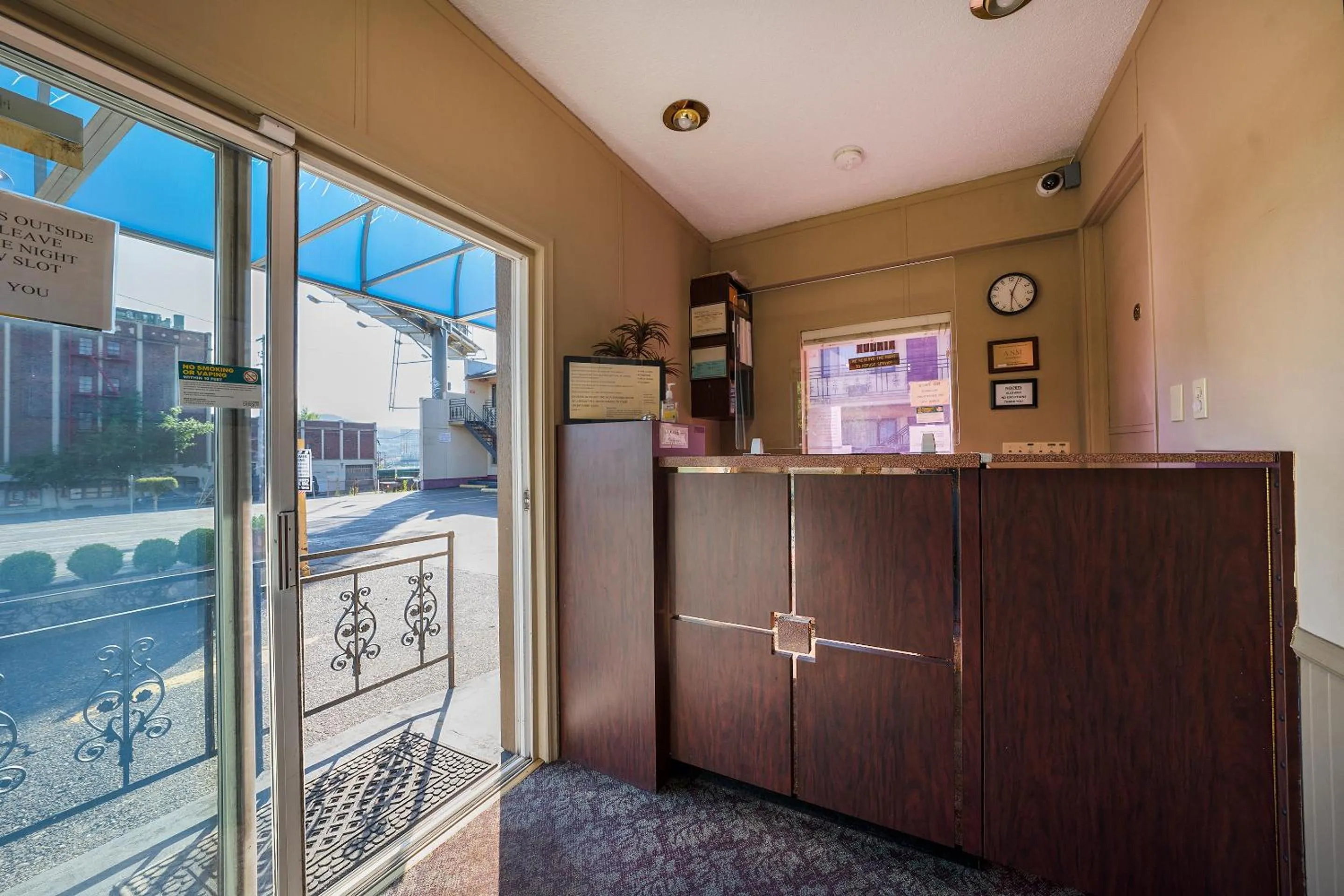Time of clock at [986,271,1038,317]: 6:03
